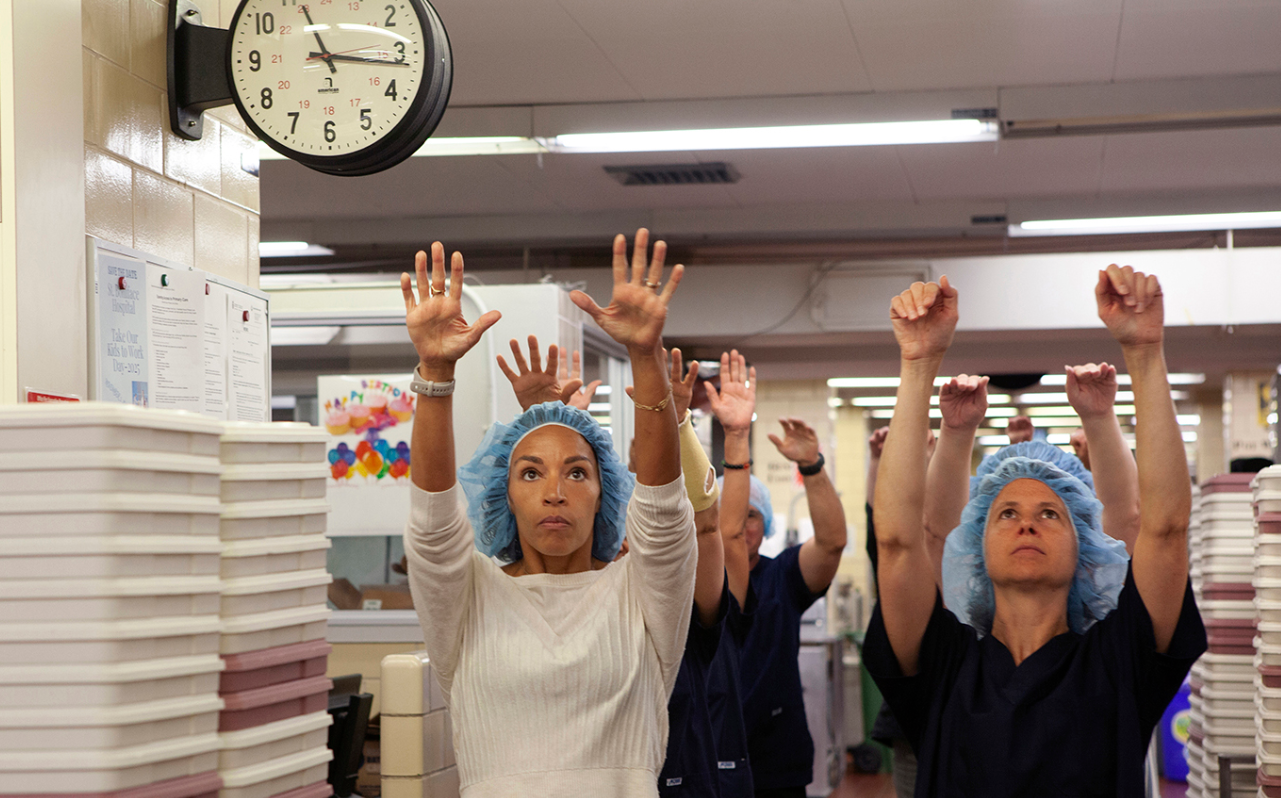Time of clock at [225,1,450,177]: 11:16
